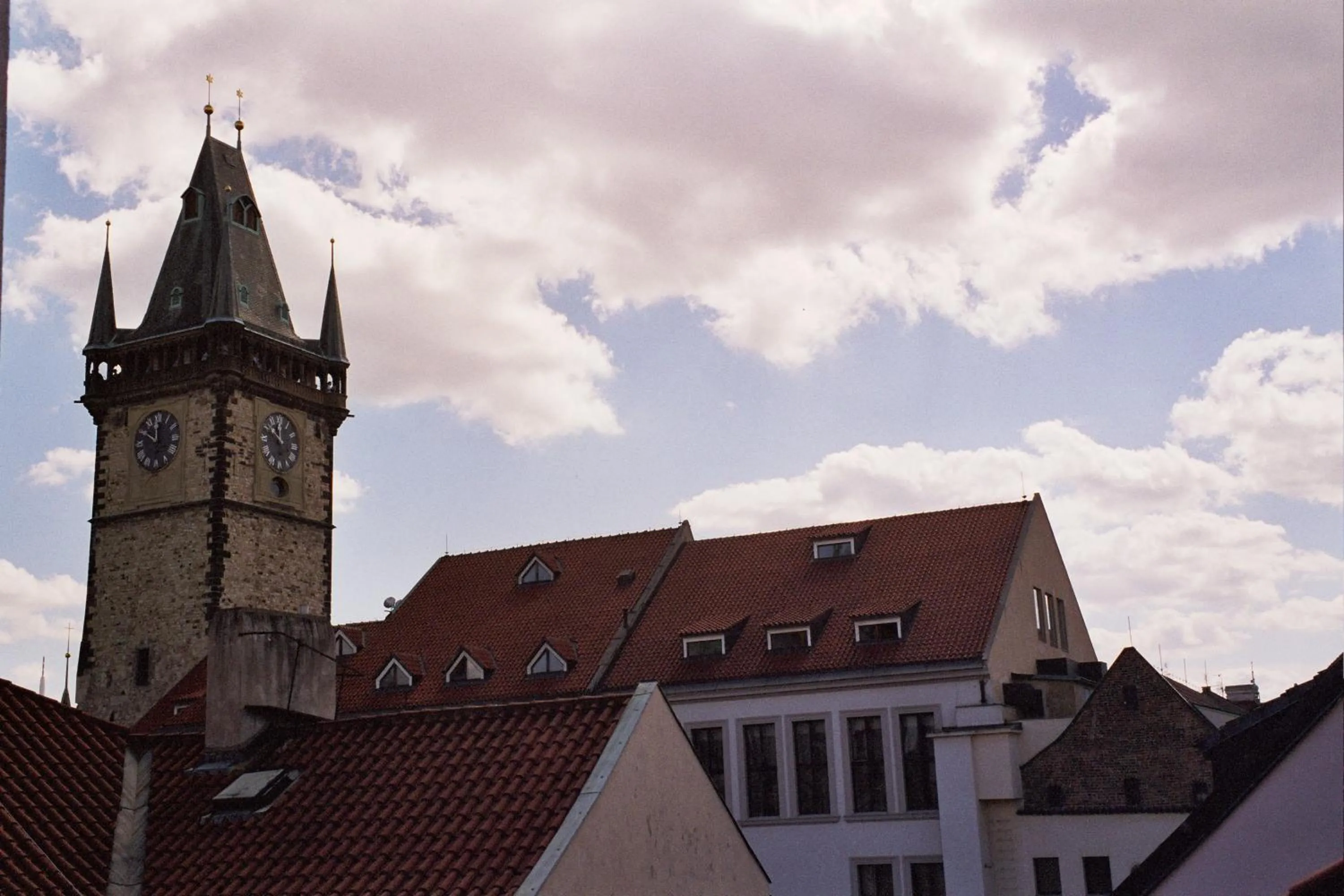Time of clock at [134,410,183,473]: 11:50
